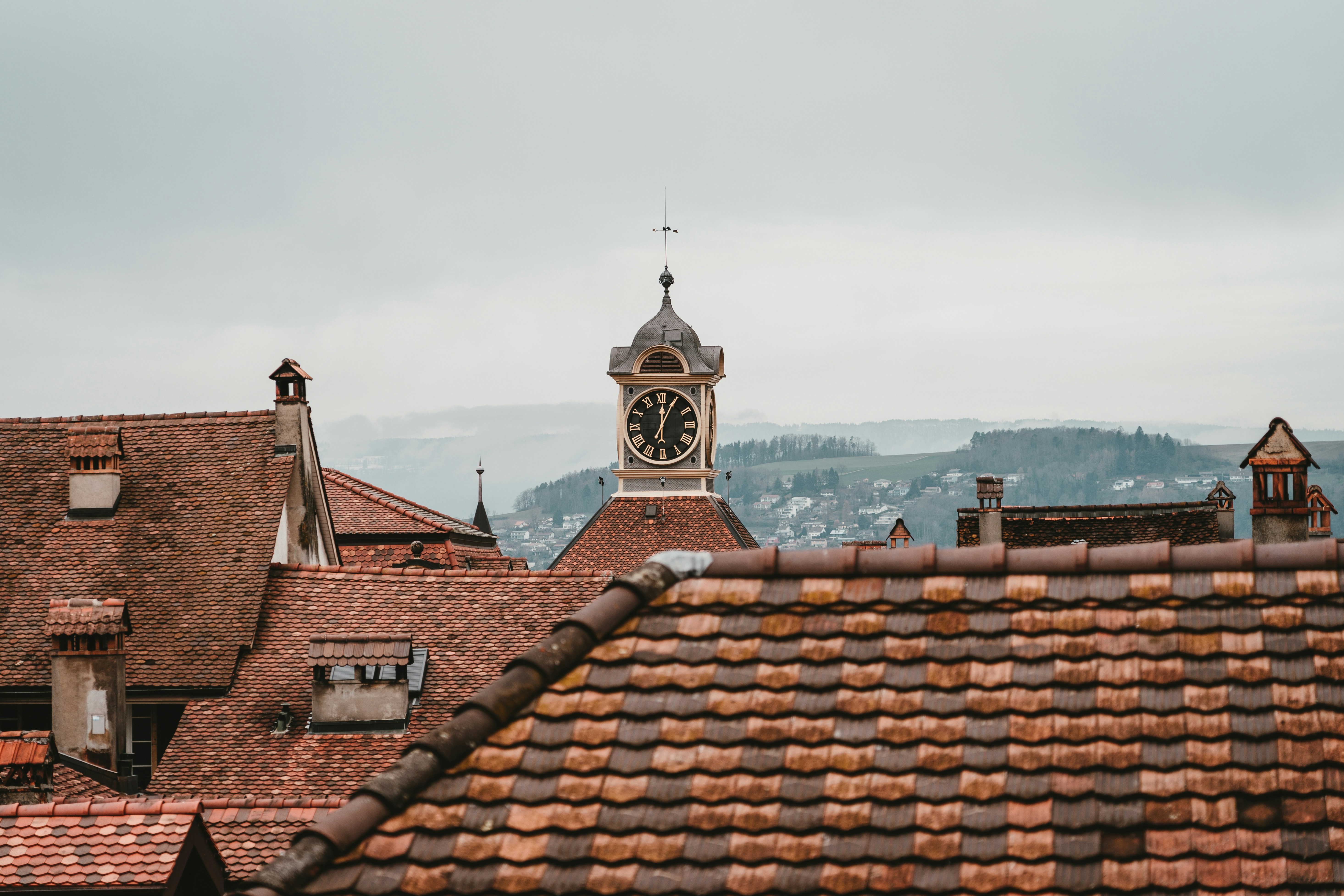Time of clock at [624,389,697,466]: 12:04
